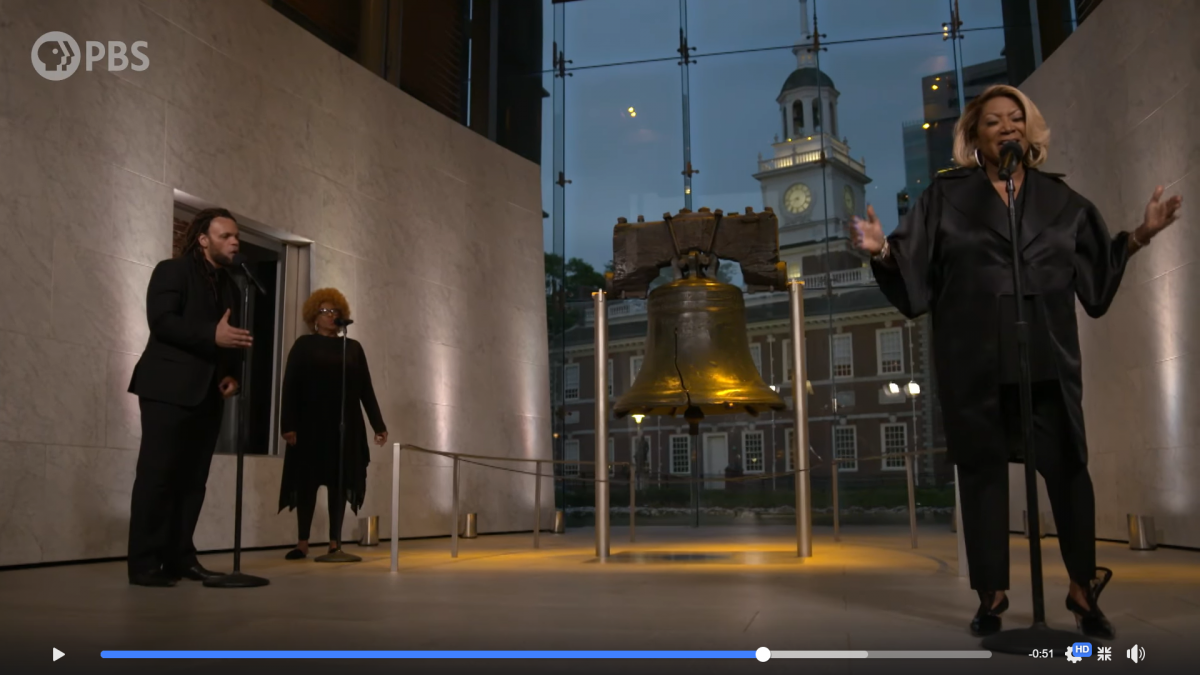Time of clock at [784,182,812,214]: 8:36
